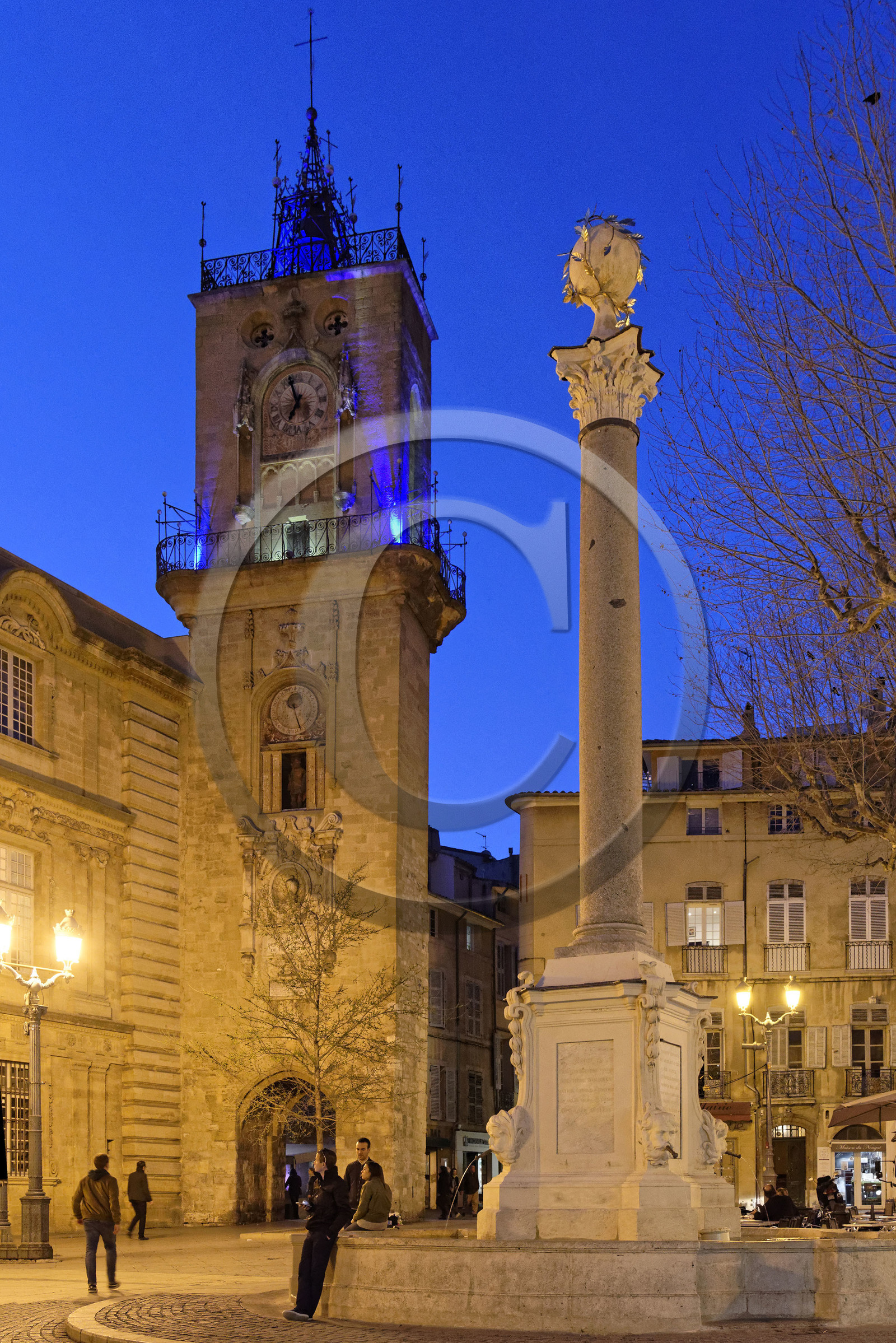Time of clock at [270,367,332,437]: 6:56
